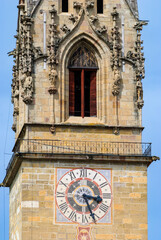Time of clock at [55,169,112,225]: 3:26
